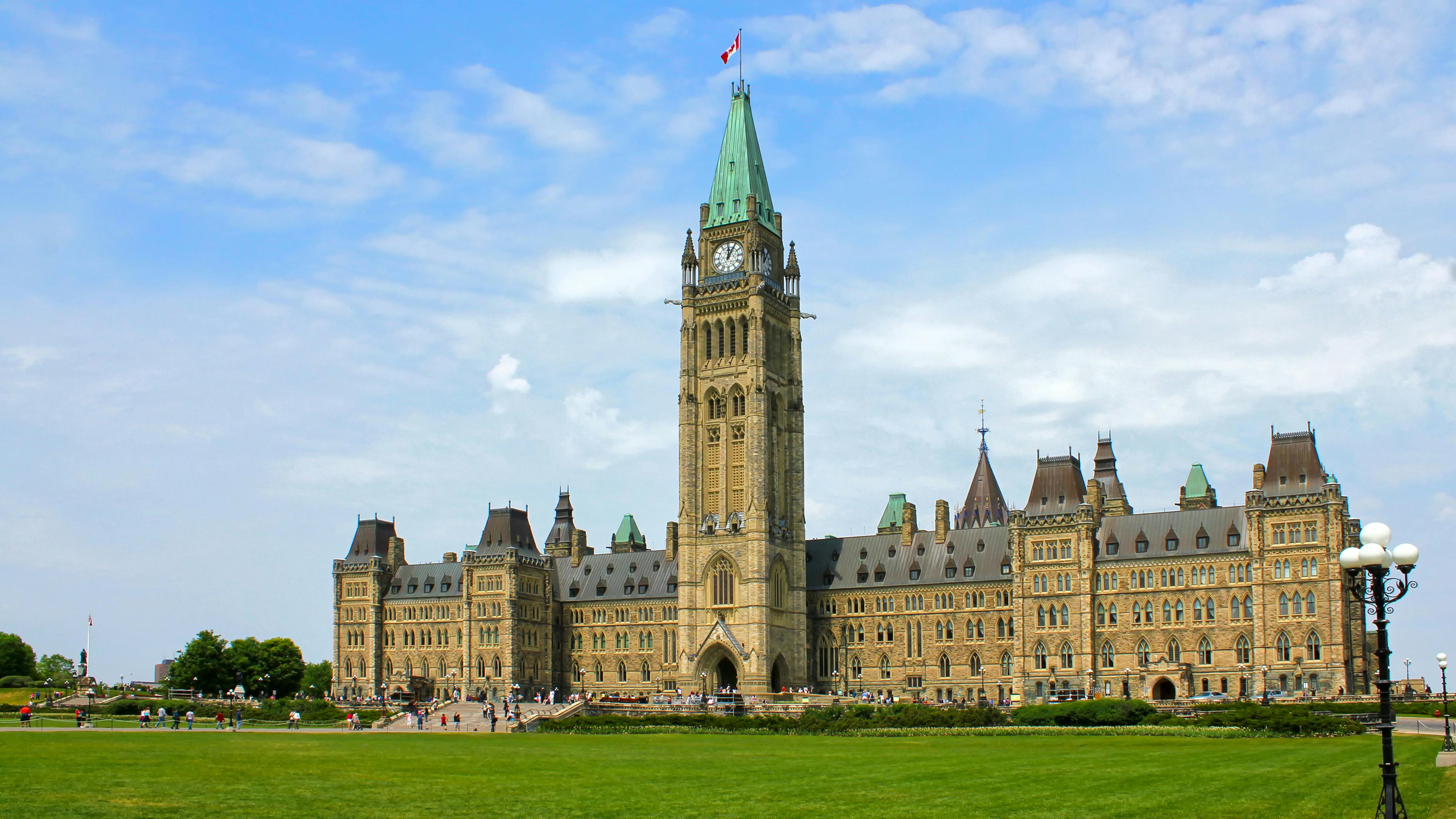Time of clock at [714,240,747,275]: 12:05
